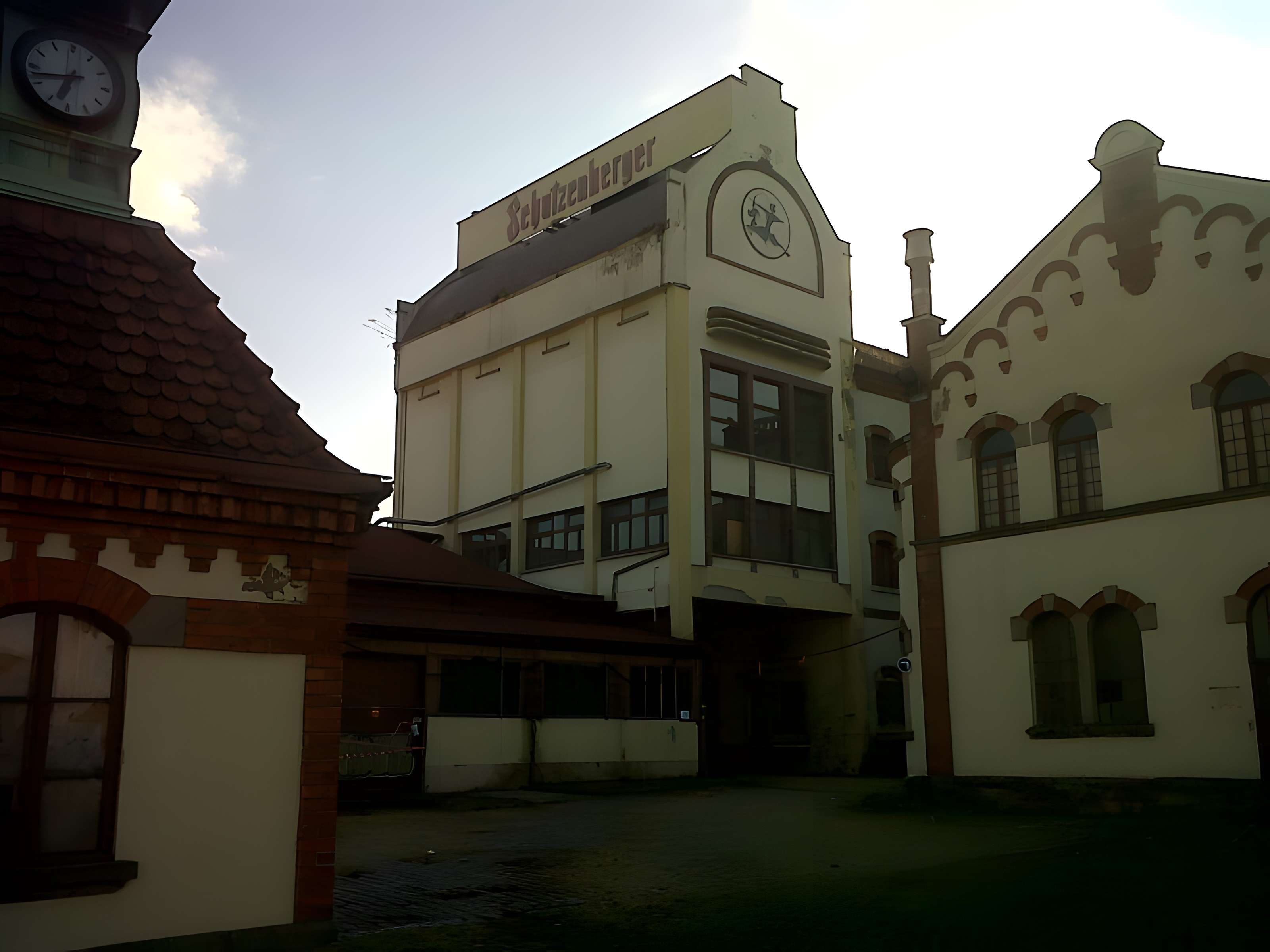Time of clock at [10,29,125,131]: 6:42
